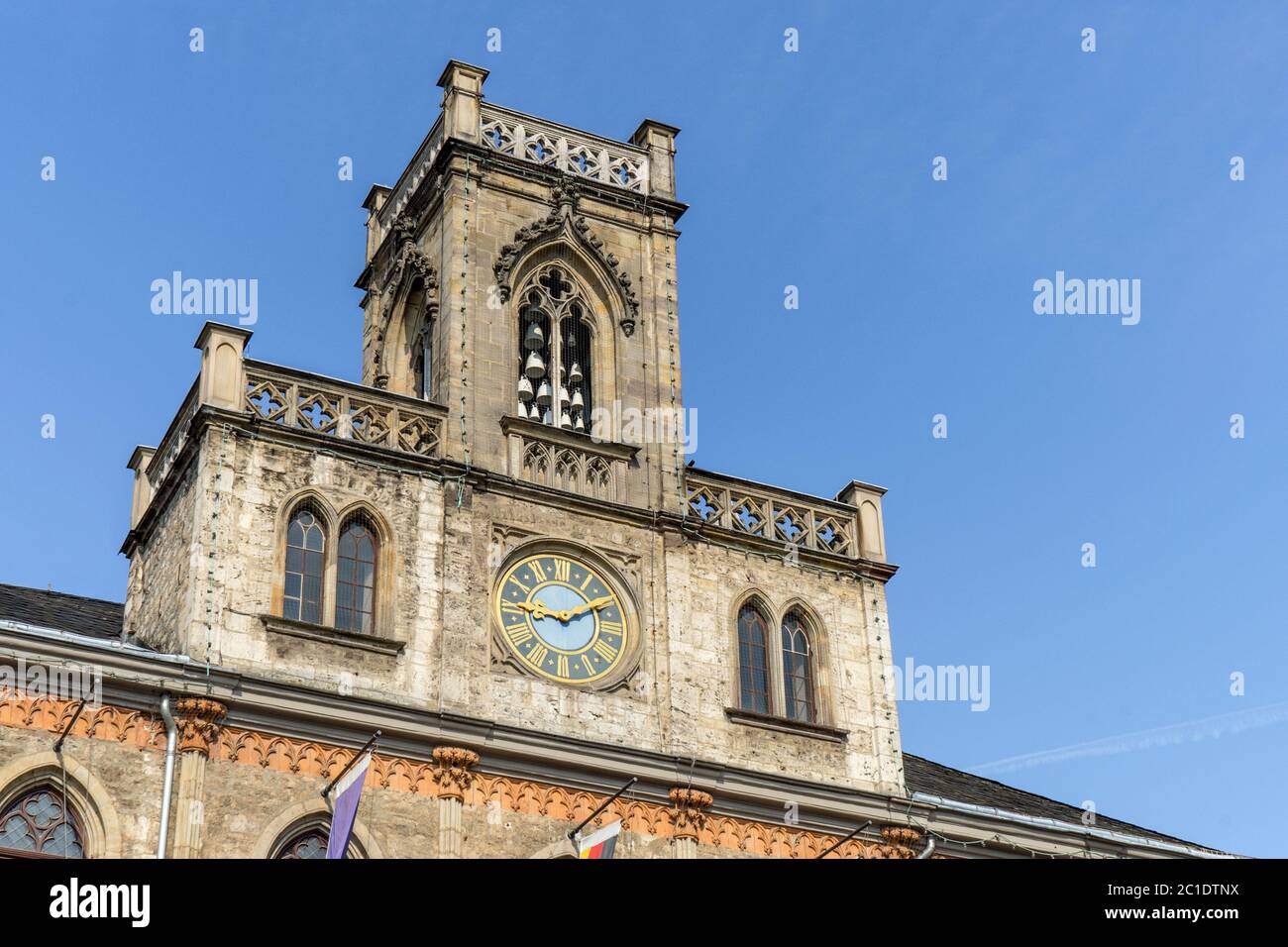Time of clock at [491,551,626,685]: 9:10
